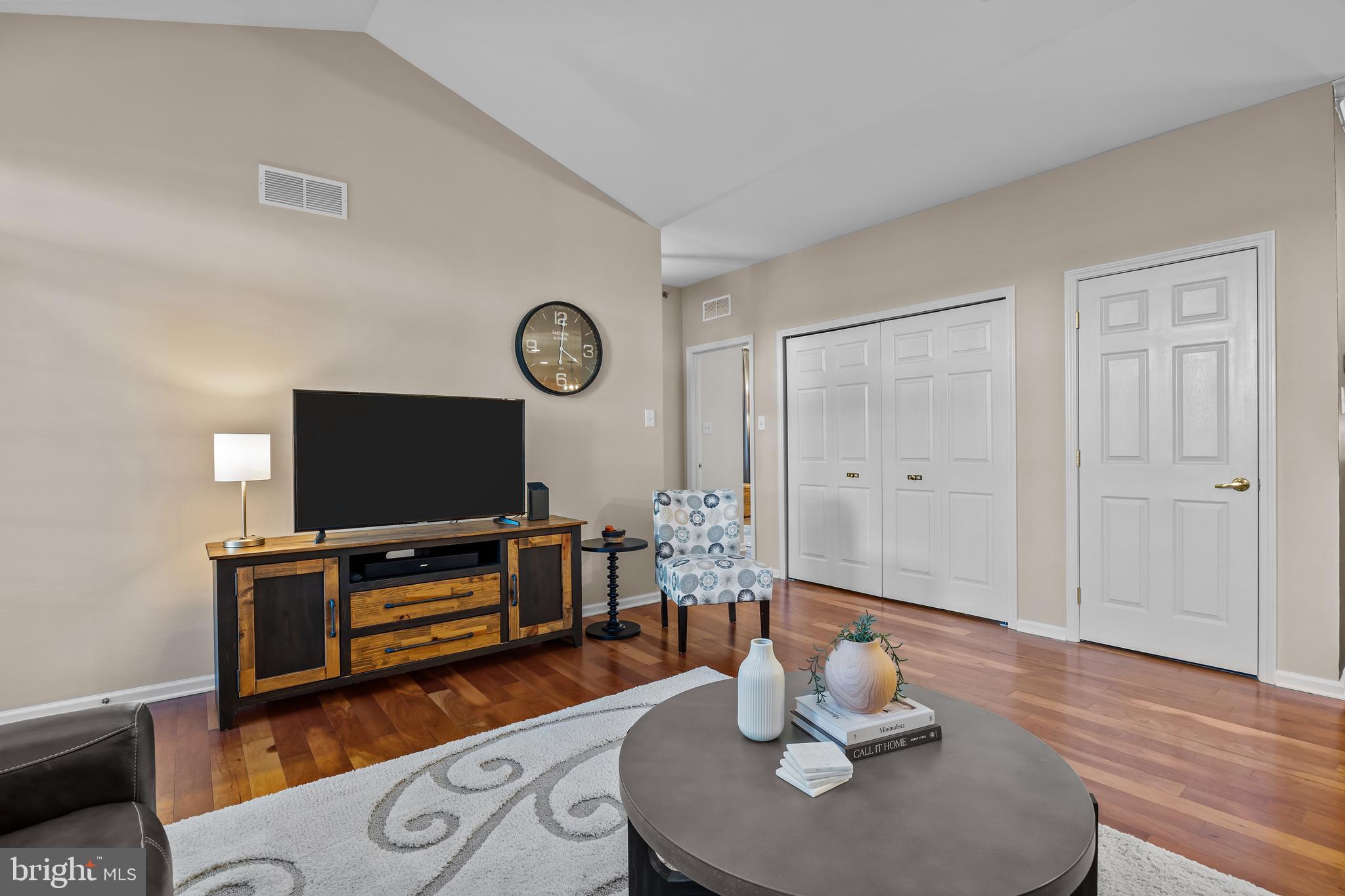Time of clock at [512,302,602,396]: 4:00
